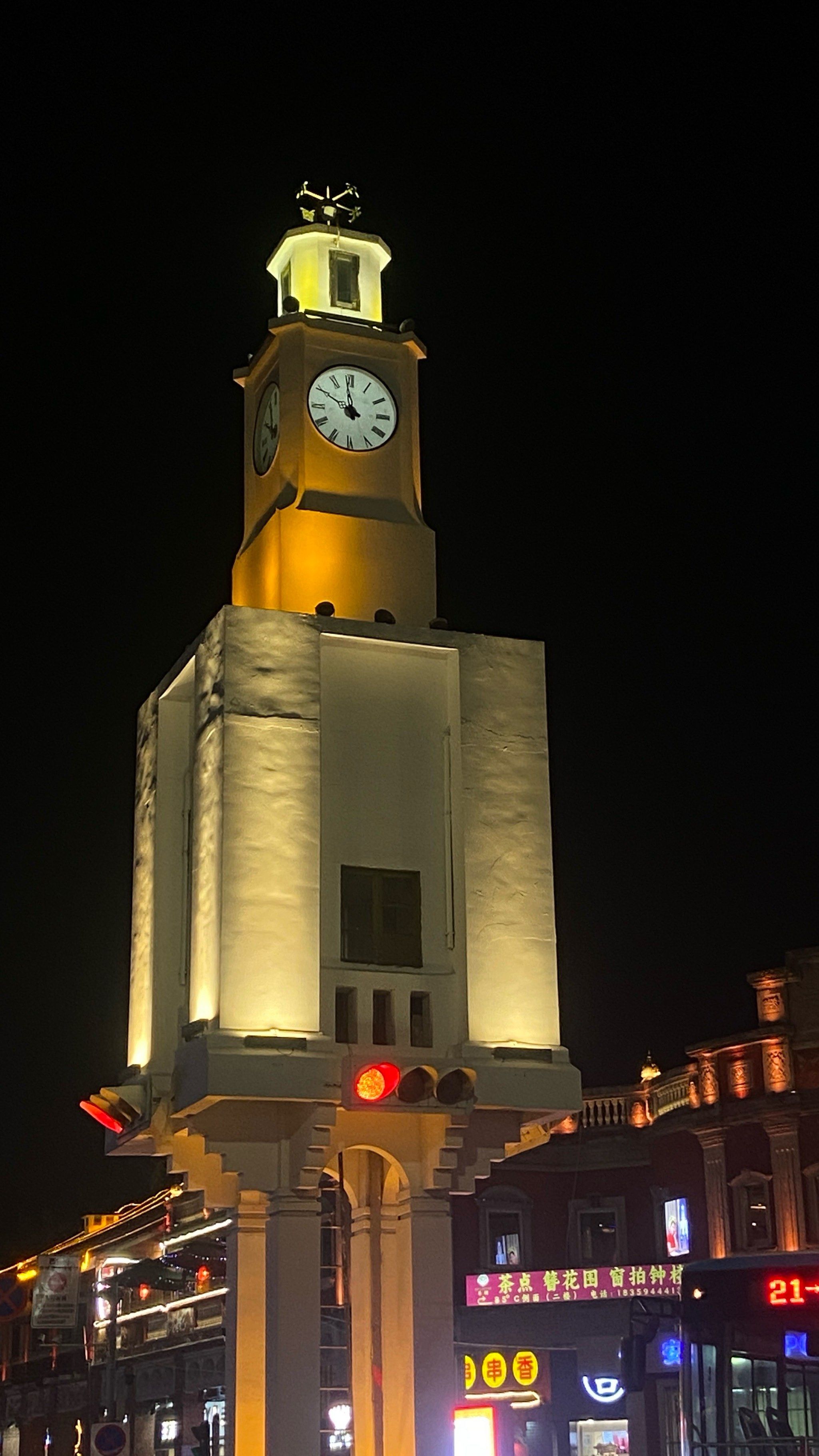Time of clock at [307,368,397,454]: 9:58
